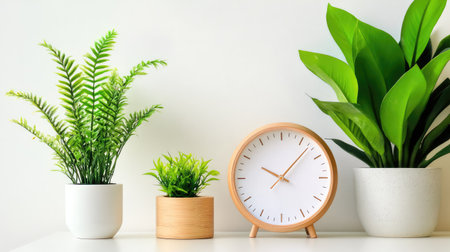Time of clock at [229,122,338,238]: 10:07
